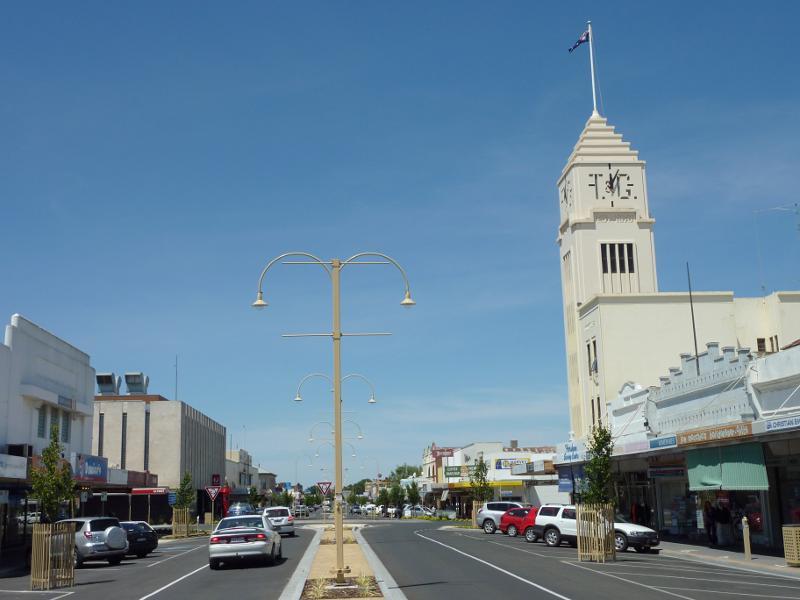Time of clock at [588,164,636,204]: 12:04
